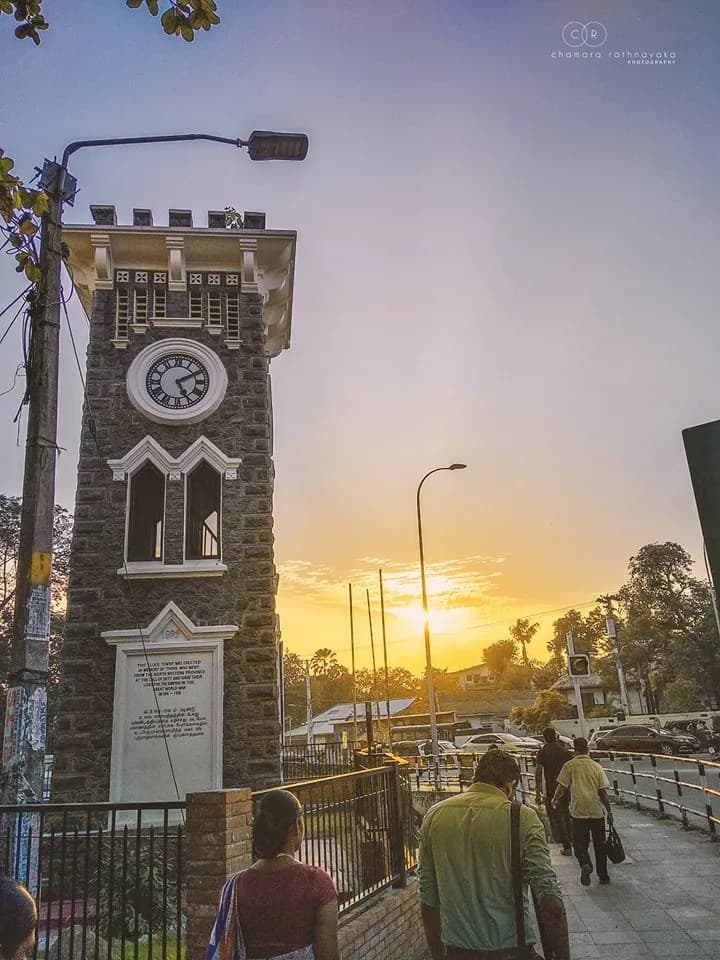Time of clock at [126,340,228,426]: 5:10
